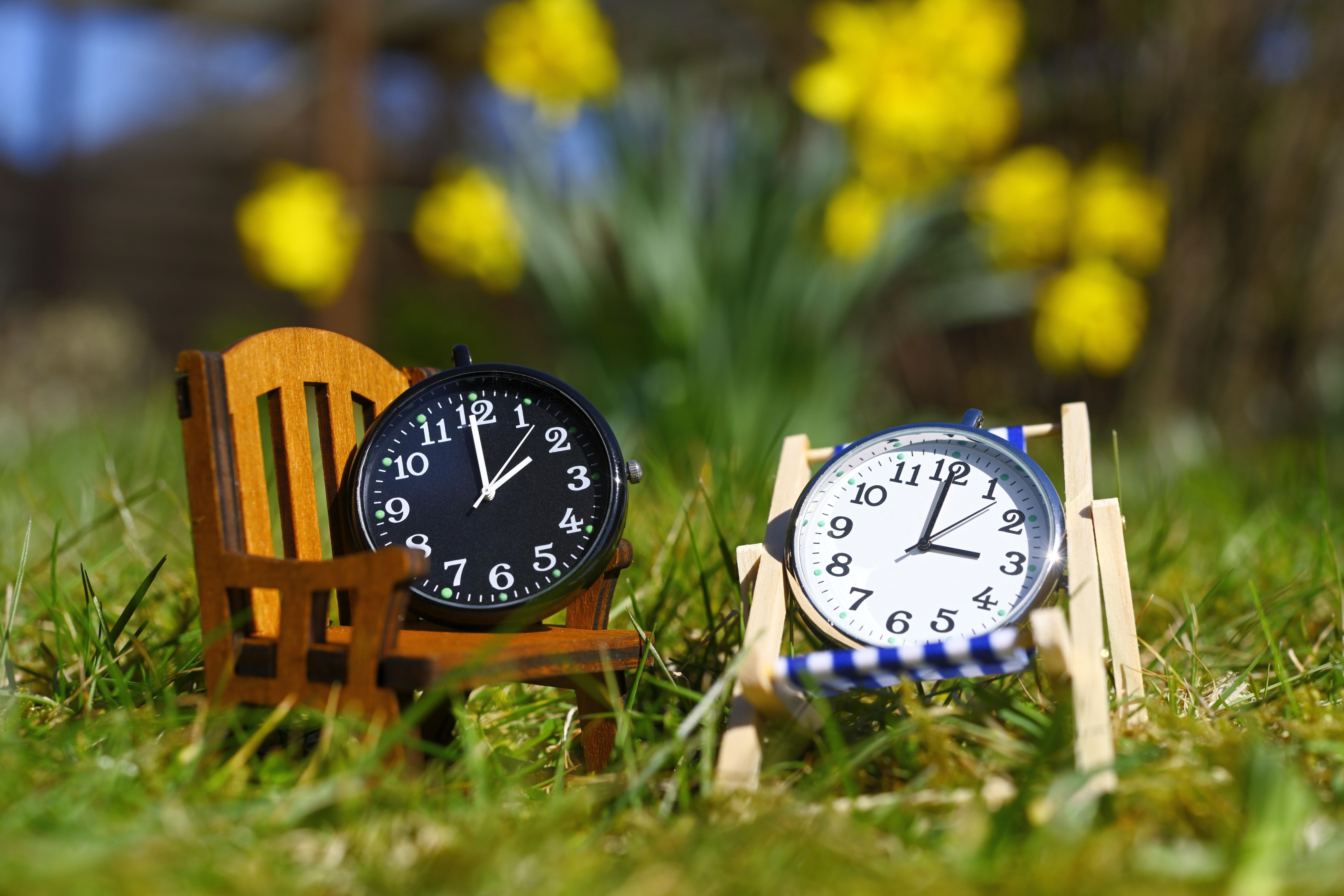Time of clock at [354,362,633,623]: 1:59
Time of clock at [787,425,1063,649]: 3:00
